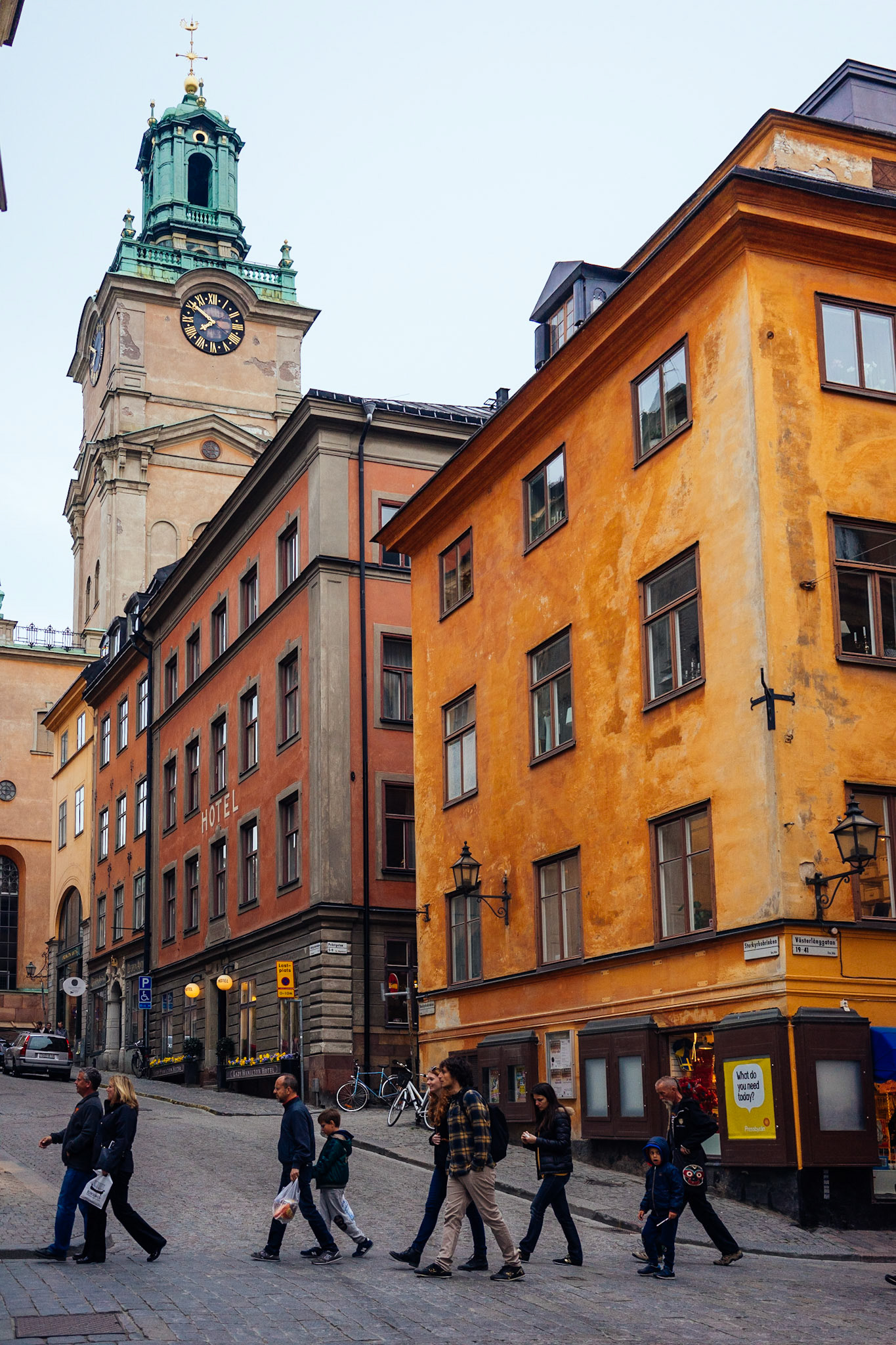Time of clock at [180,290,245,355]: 7:50
